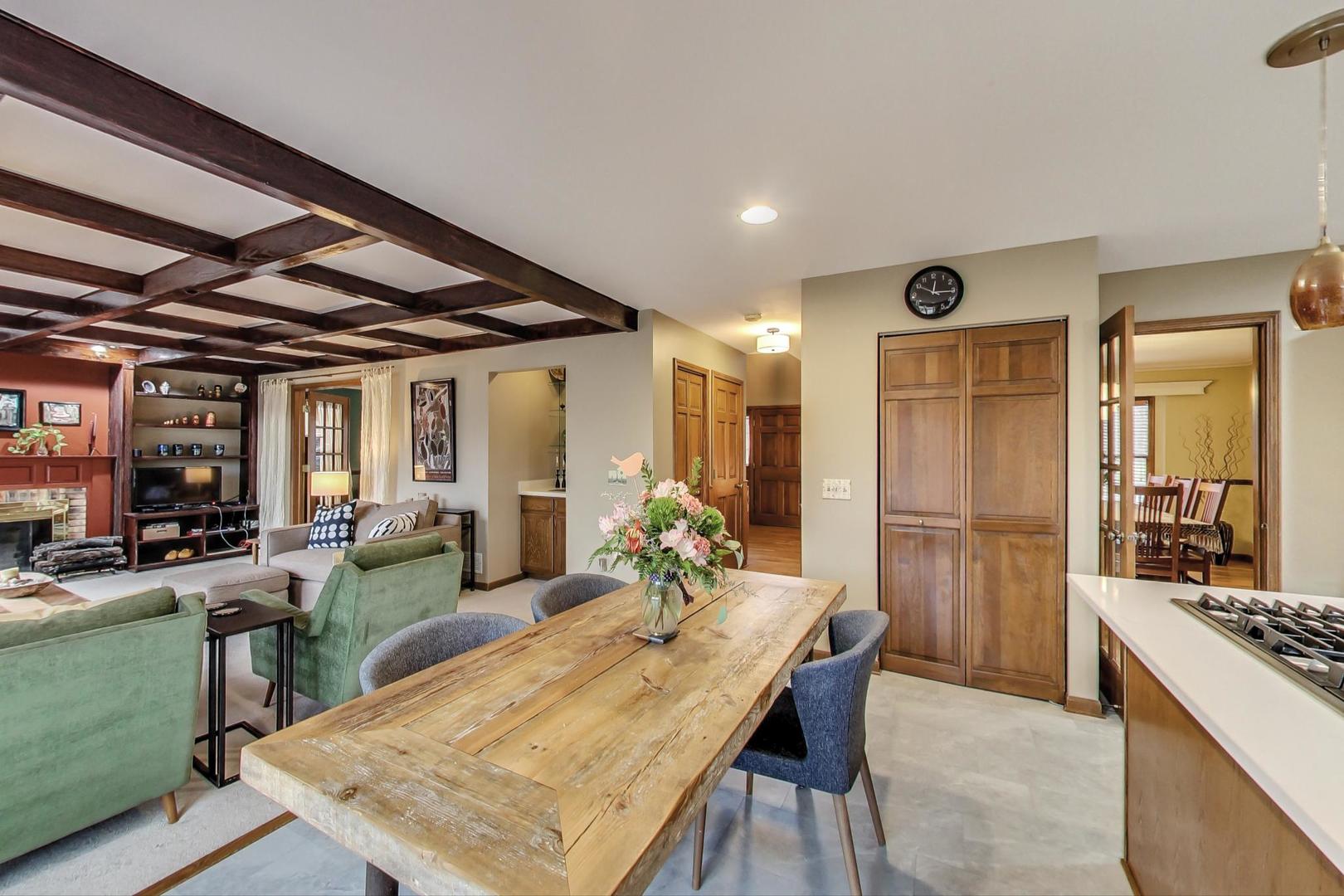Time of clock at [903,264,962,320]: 12:15
